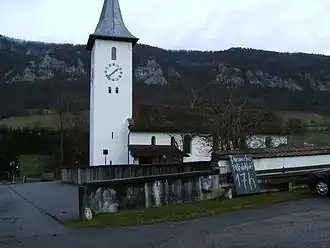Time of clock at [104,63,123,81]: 1:38
